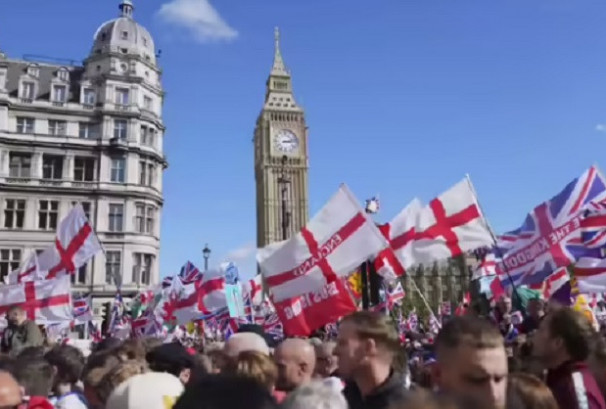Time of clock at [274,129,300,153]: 3:13
